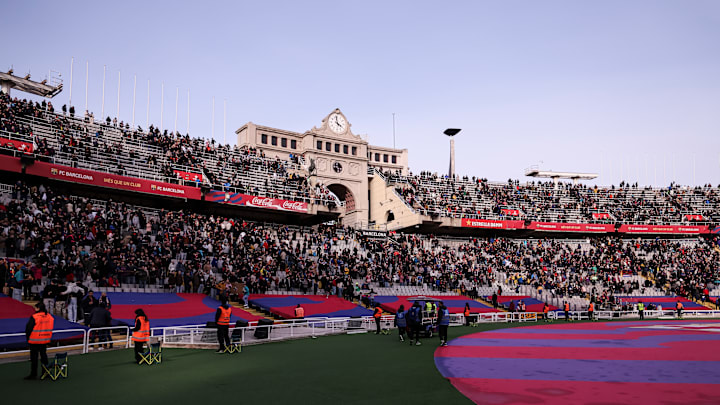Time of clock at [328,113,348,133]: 3:58
